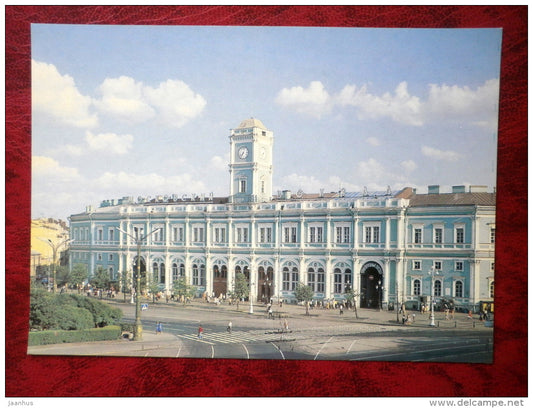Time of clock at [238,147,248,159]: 7:03
